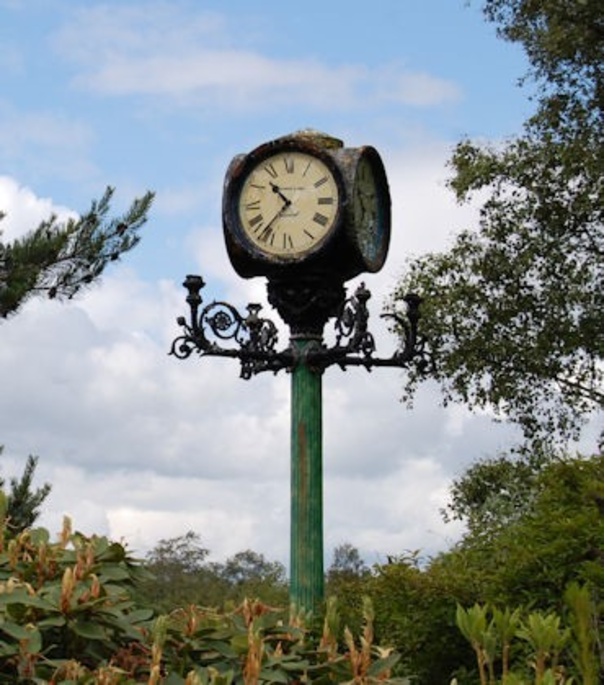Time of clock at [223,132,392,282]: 10:36
